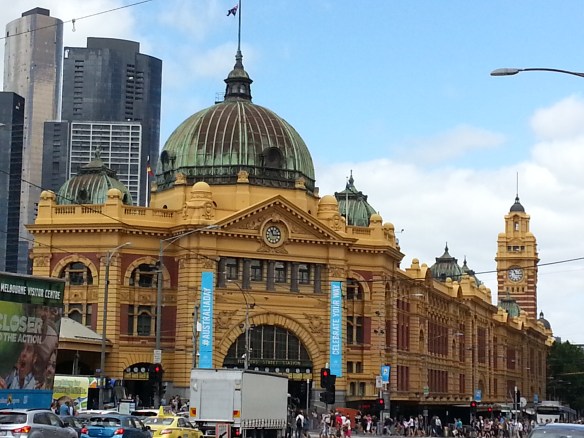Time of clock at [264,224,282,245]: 11:14
